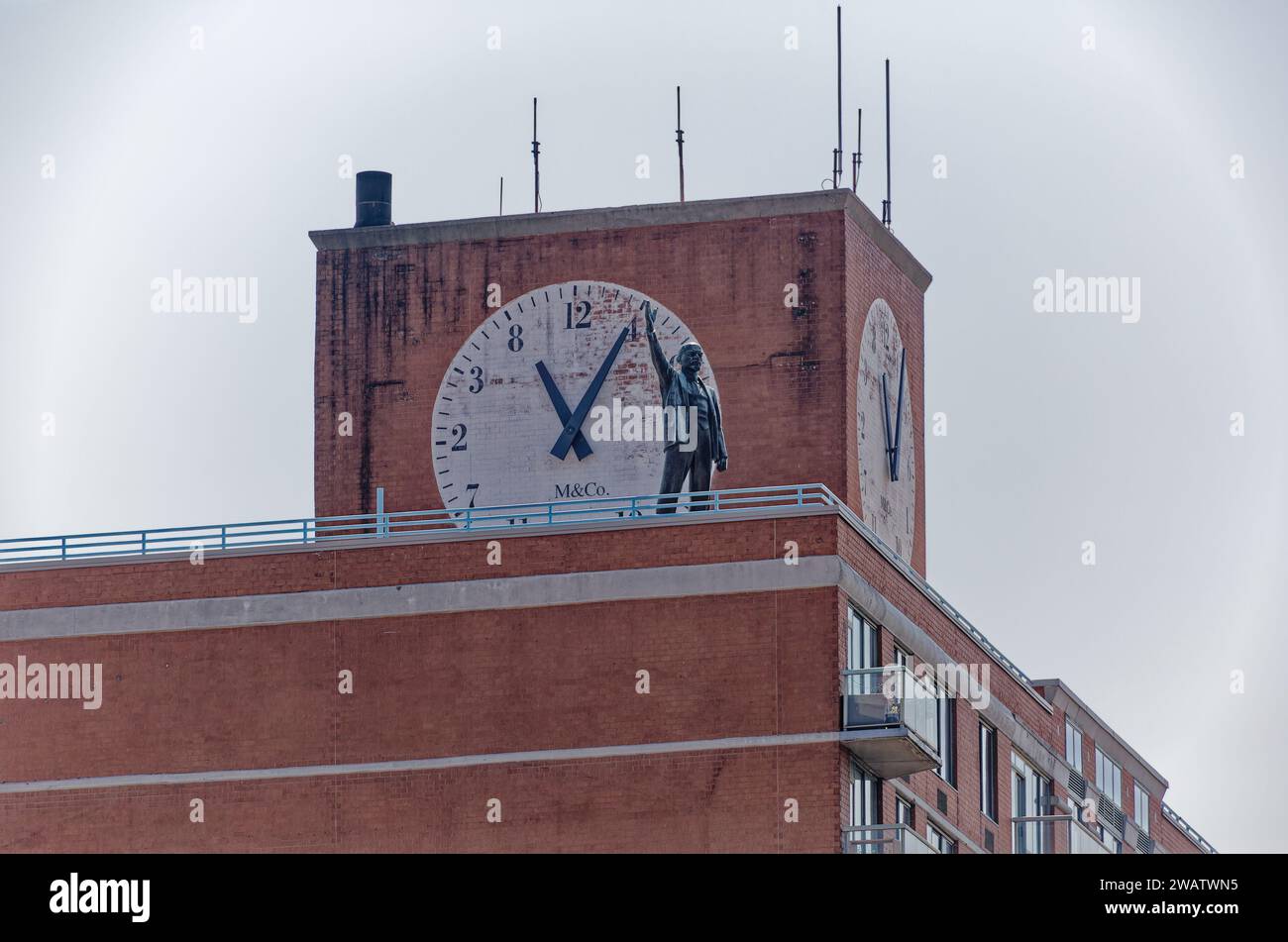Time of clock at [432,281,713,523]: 11:05
